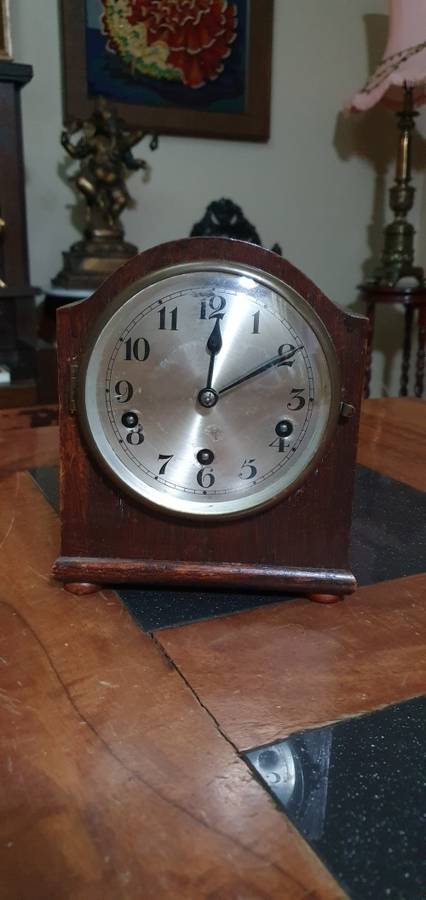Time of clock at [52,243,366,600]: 12:10
